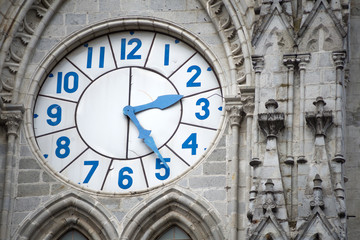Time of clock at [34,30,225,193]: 2:24
